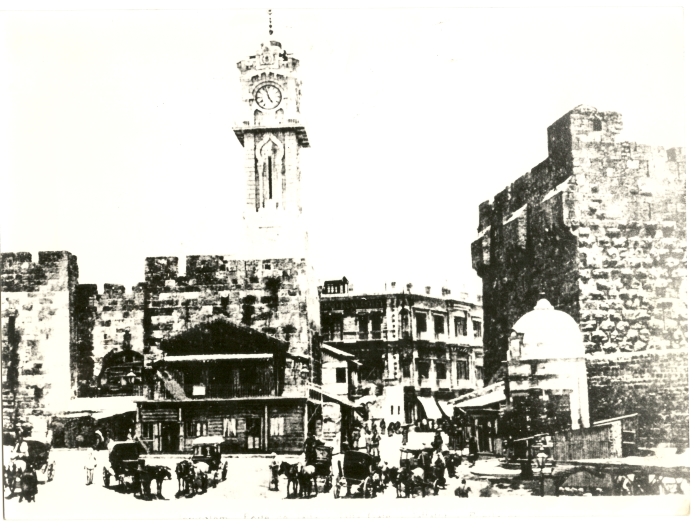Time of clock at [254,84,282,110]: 4:57
